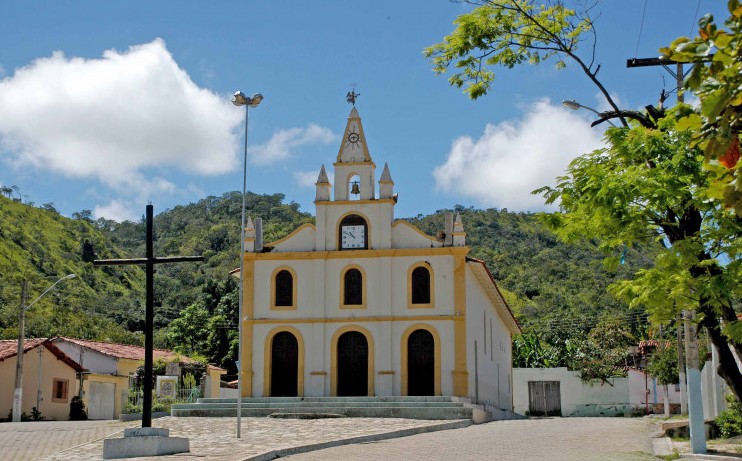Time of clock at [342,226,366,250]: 10:50
